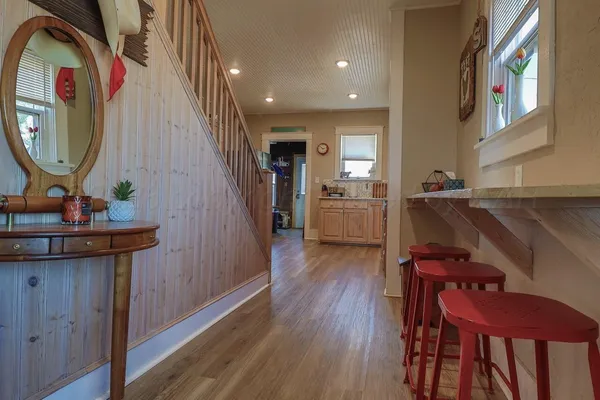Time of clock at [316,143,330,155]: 2:52
